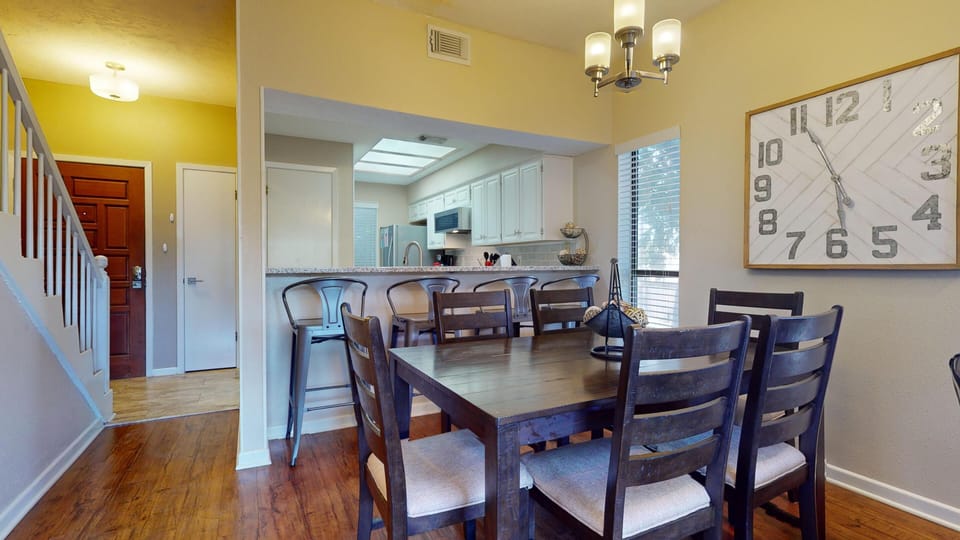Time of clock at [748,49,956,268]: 5:55
